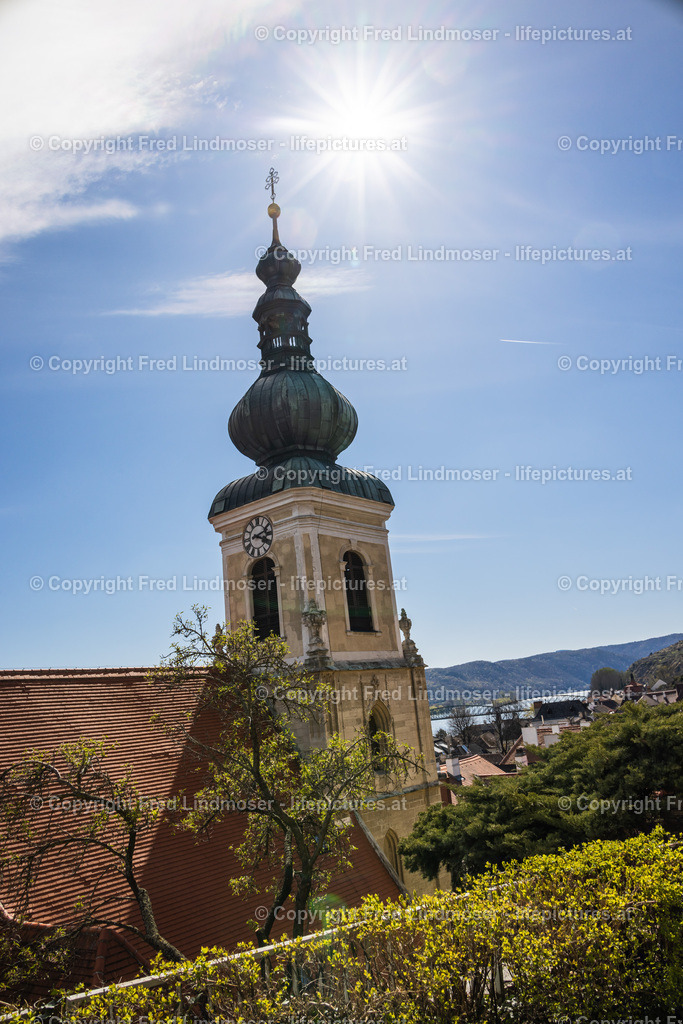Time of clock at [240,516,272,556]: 2:18
